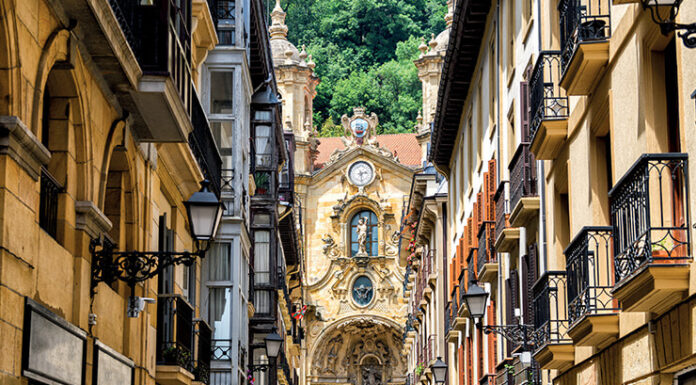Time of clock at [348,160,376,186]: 2:27
